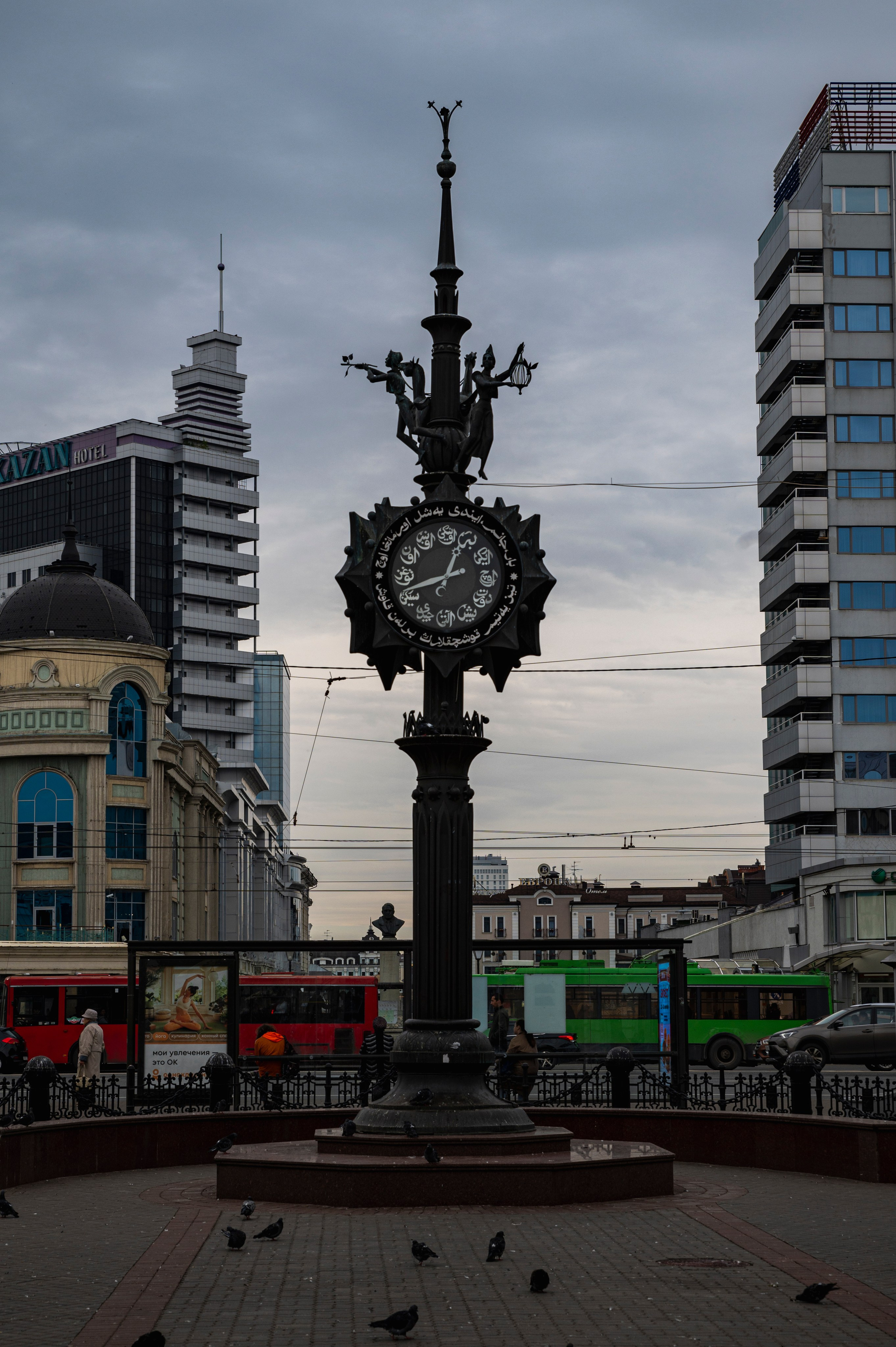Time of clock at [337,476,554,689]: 12:41
